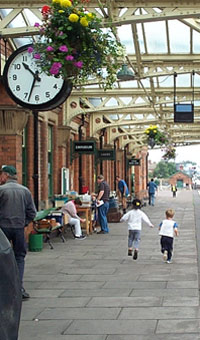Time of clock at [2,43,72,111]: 10:33
